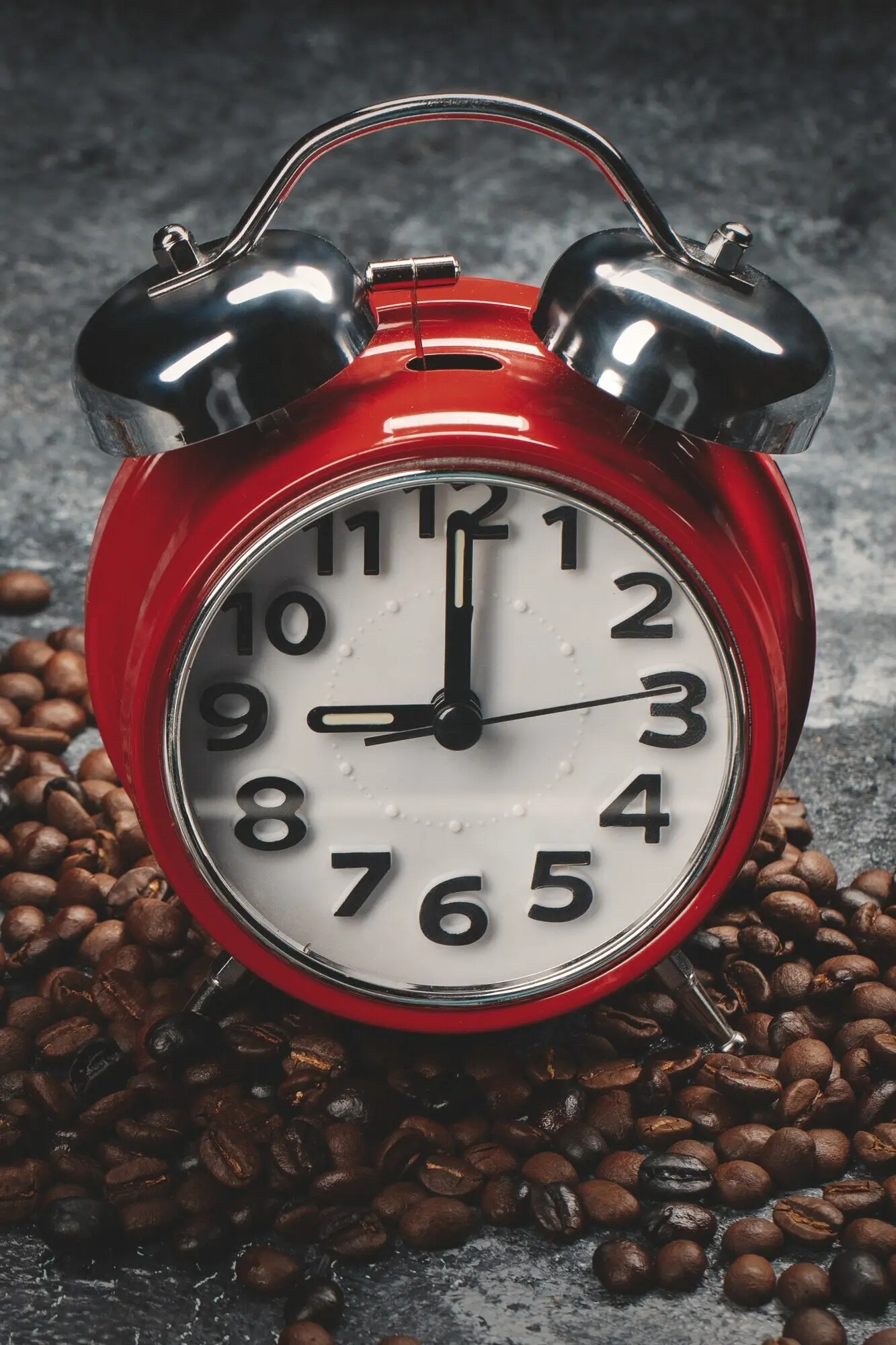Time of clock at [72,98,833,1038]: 9:00
